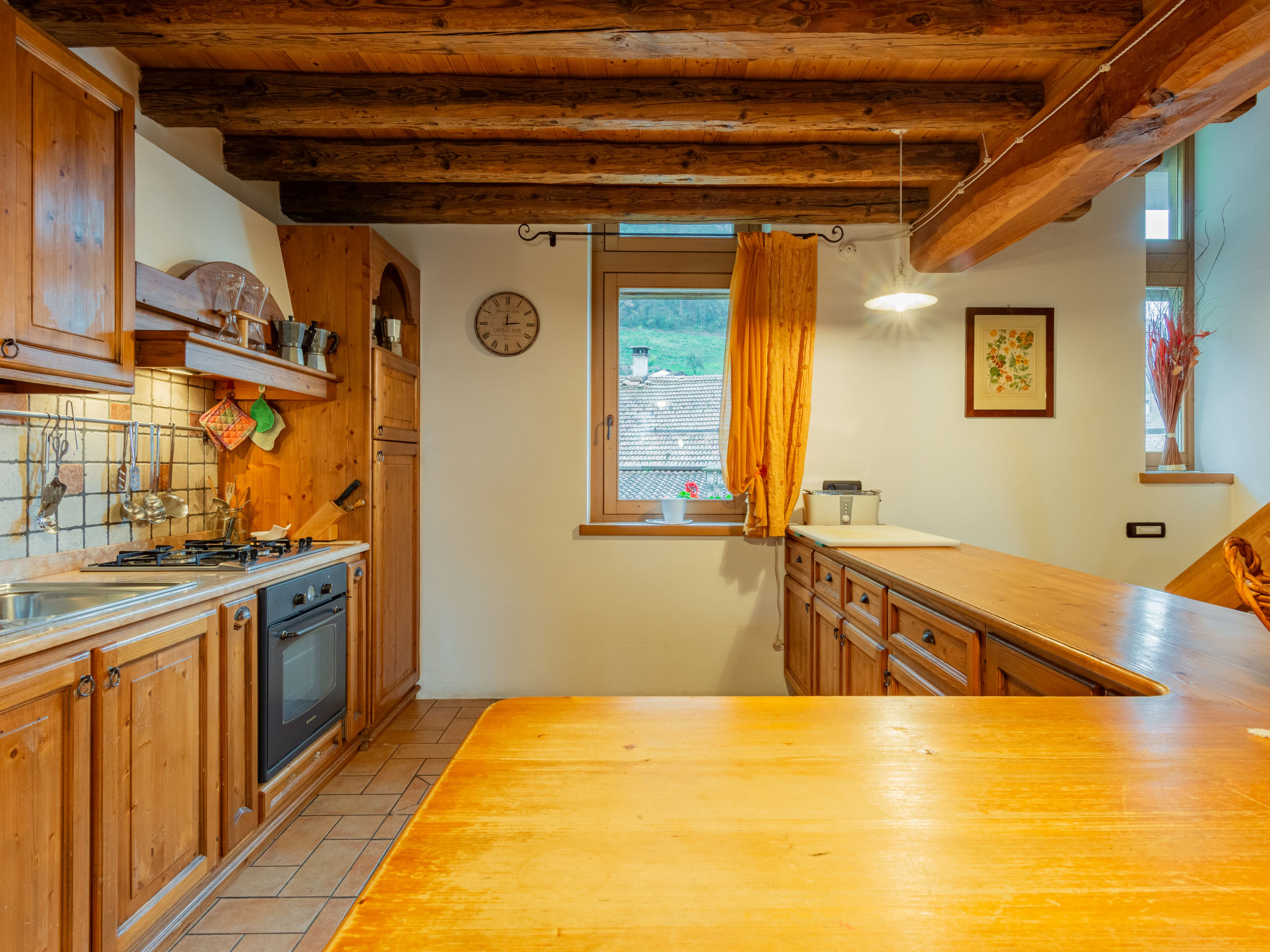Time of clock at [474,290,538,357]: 3:00
